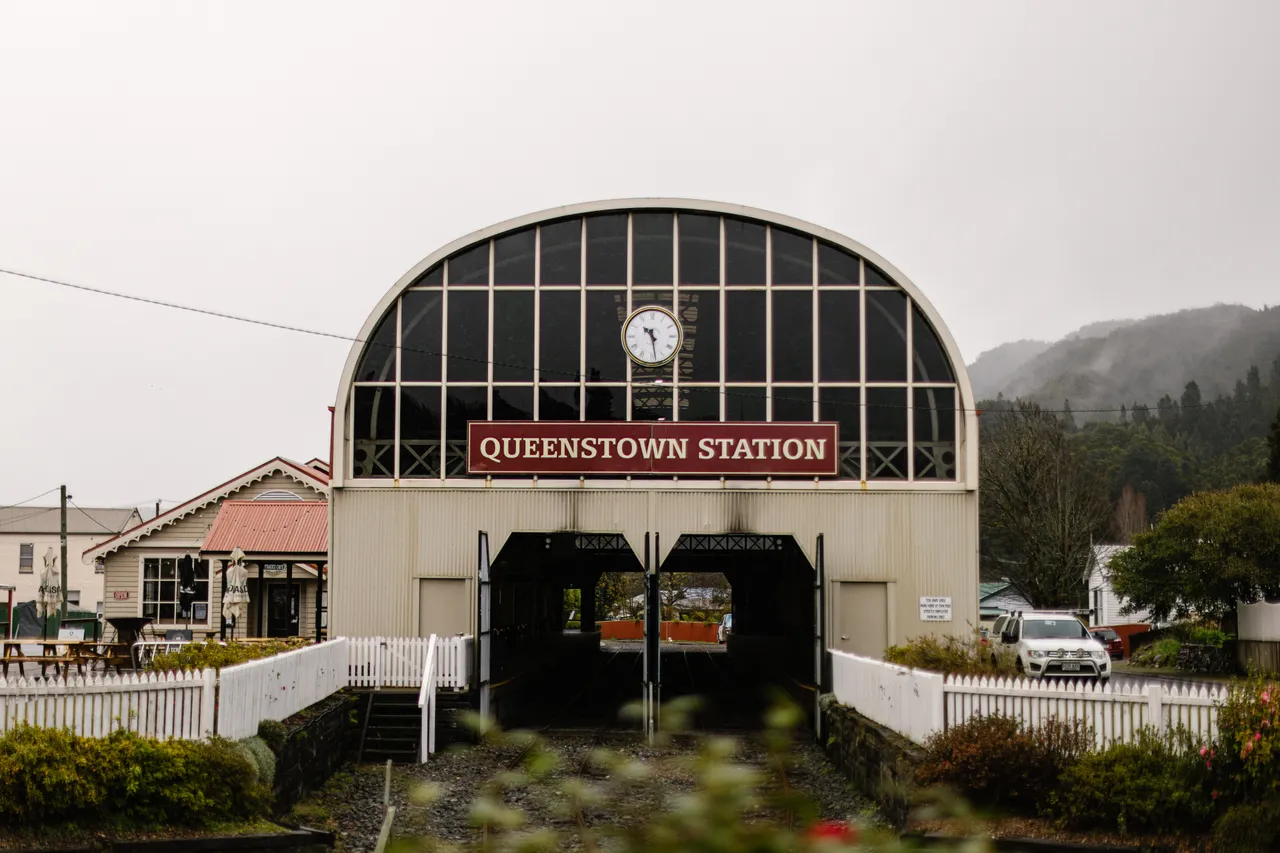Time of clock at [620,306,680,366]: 10:28
